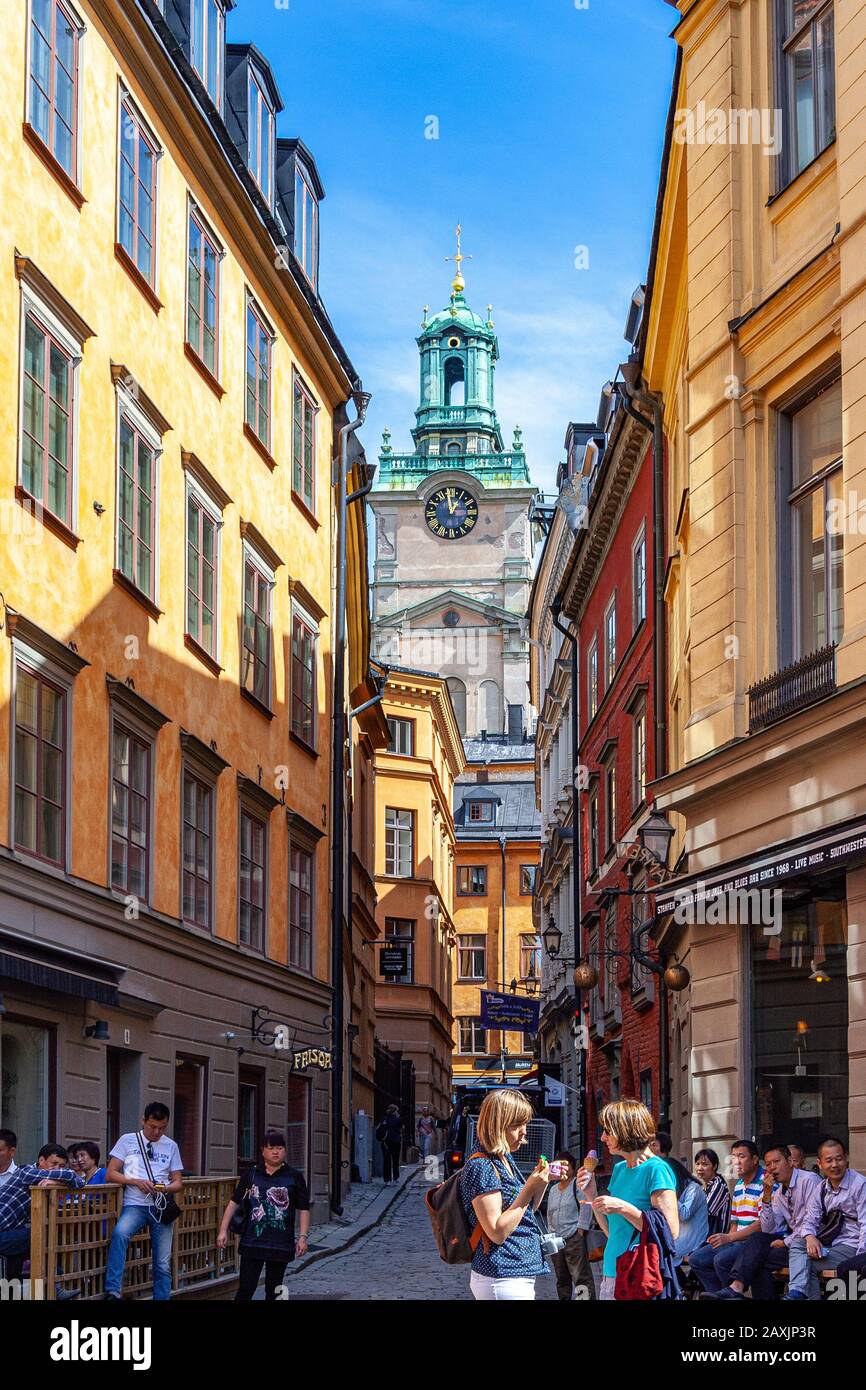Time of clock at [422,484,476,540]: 12:58
